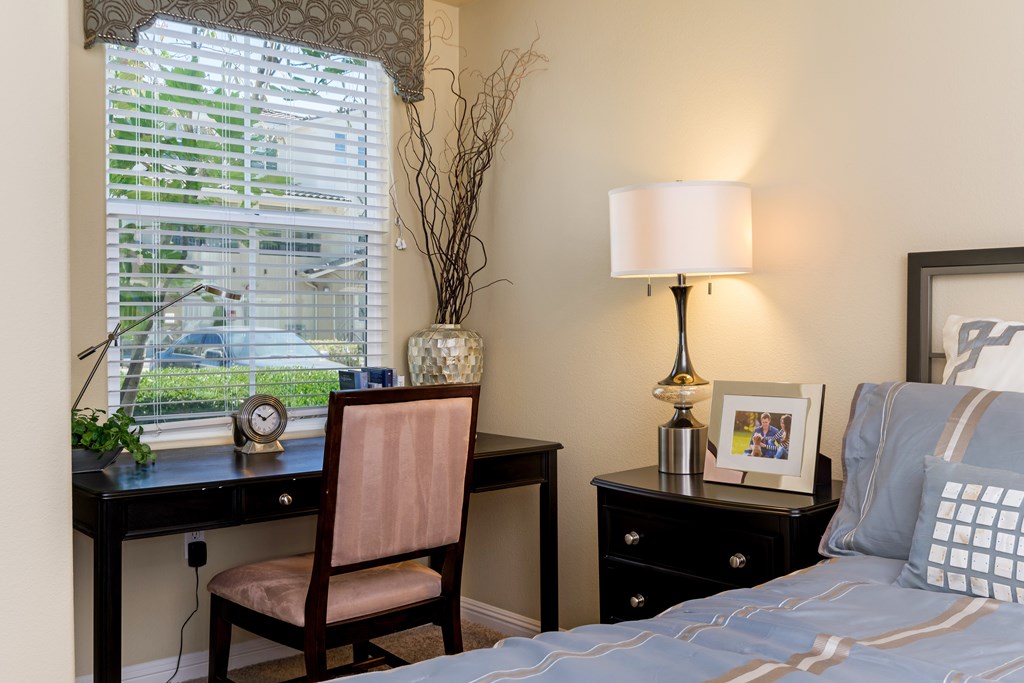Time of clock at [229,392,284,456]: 10:09
